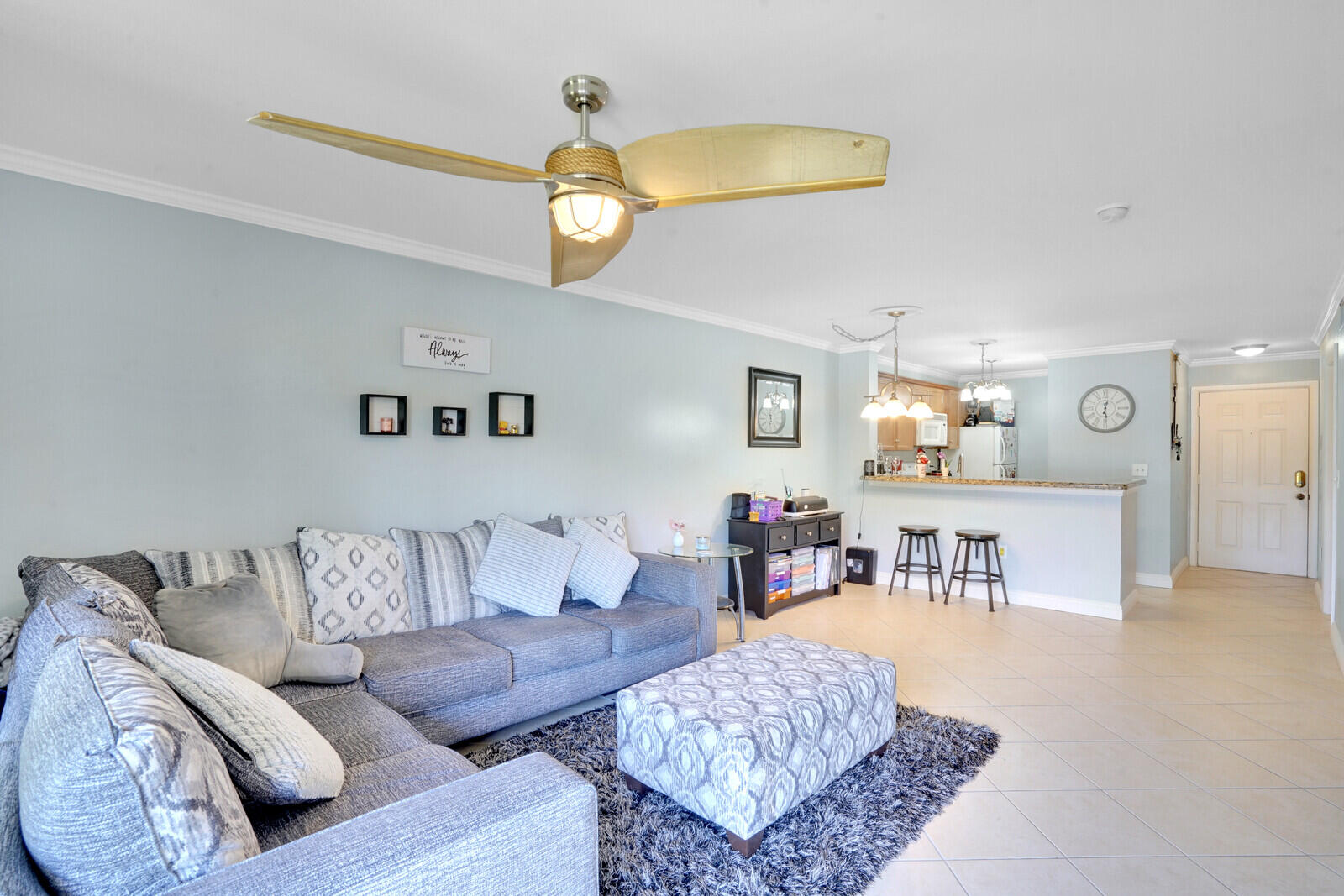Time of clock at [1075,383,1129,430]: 12:28
